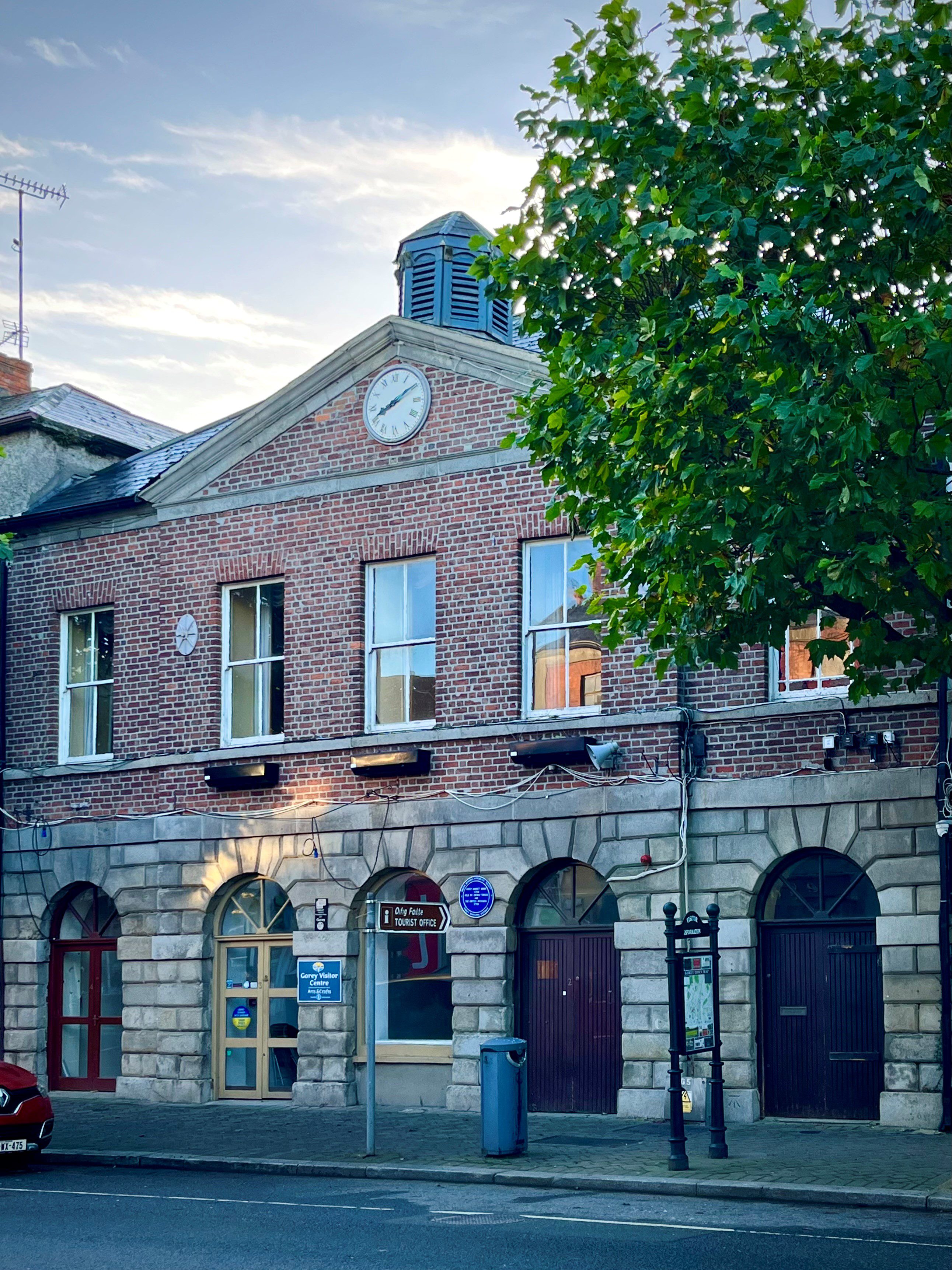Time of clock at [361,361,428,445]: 8:09
